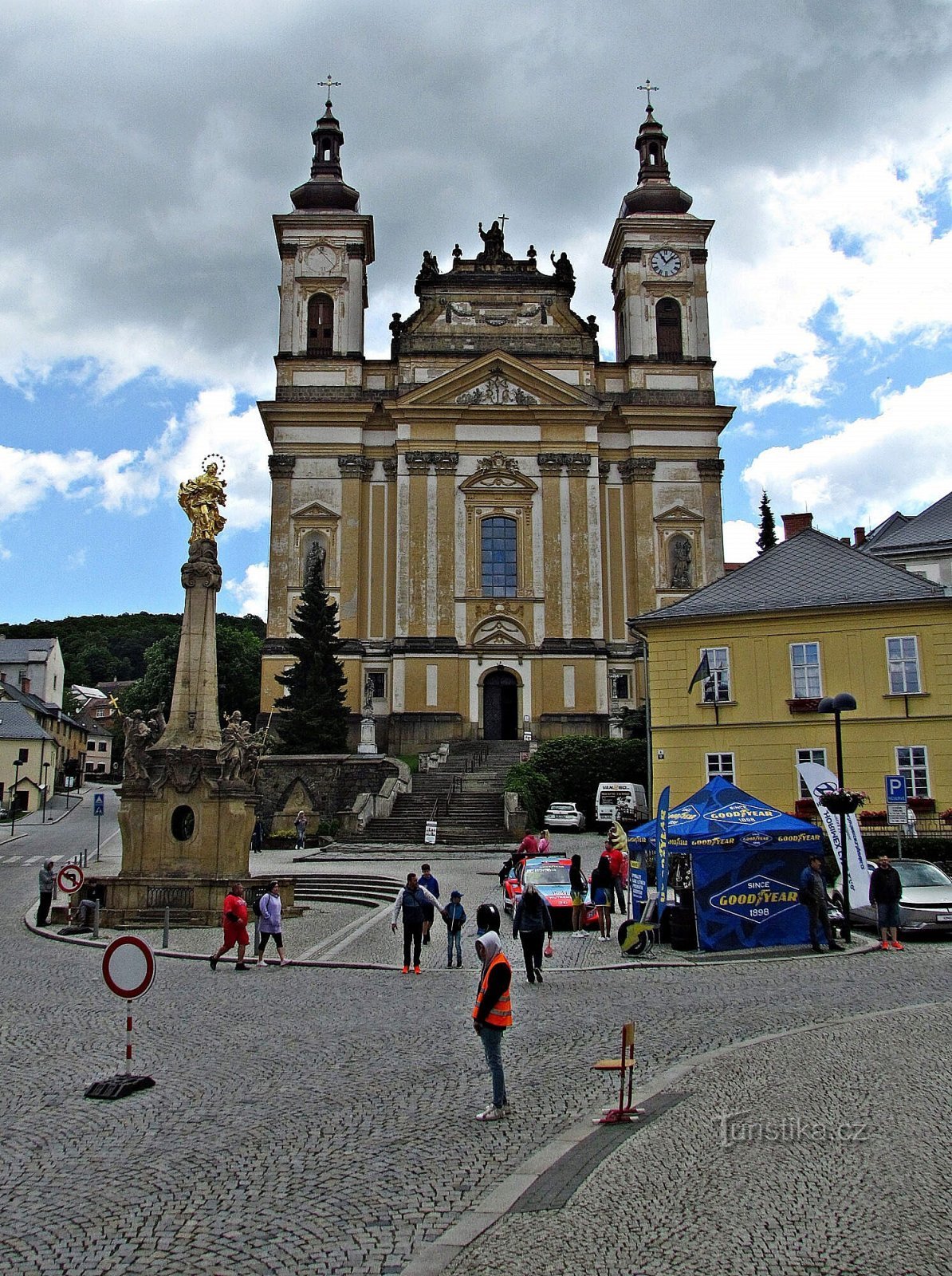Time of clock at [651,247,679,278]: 11:07
